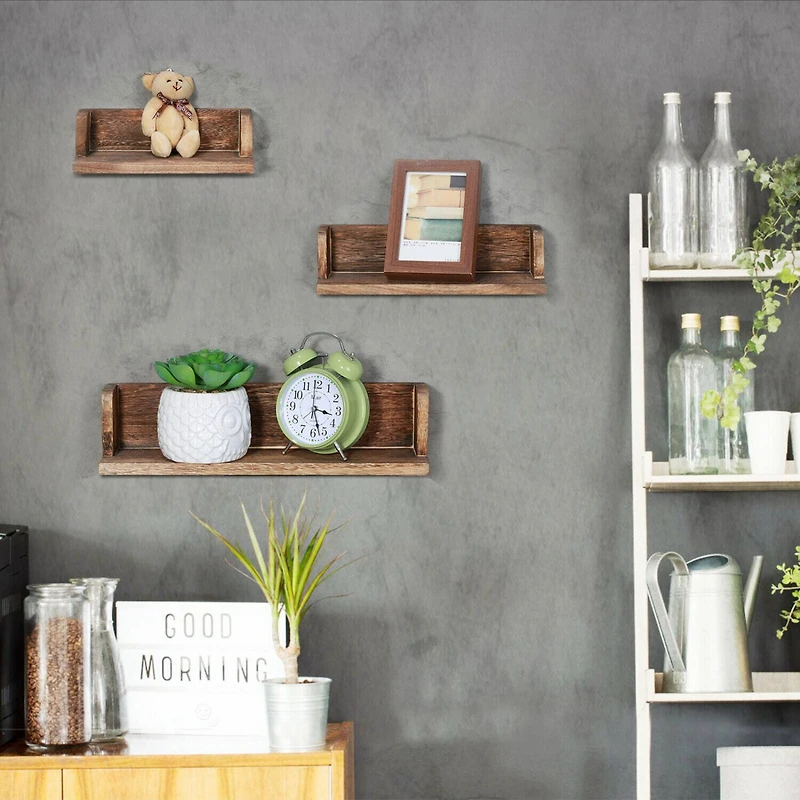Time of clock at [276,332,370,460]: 3:27
